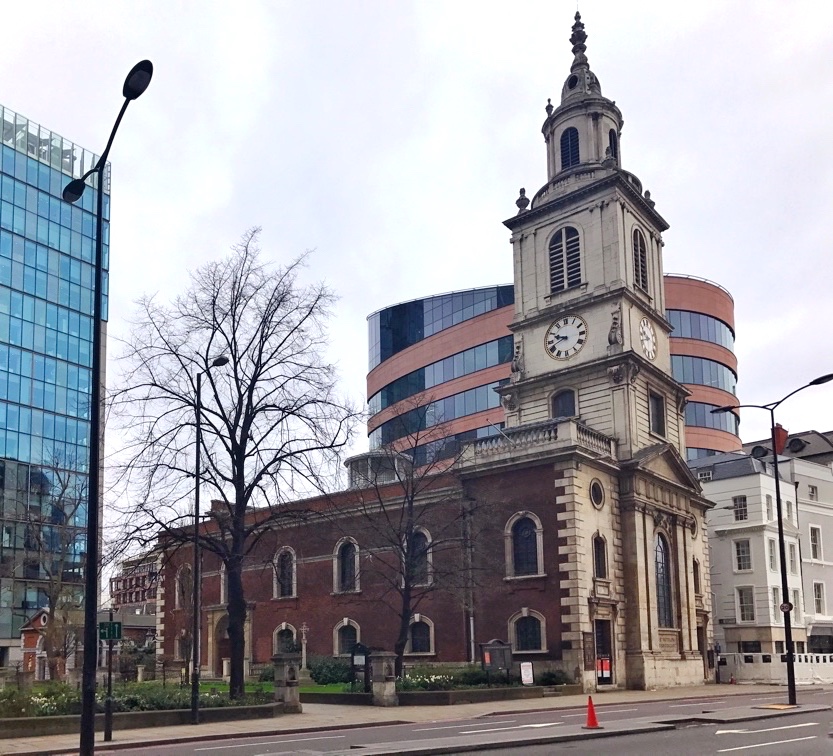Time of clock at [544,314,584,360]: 9:41
